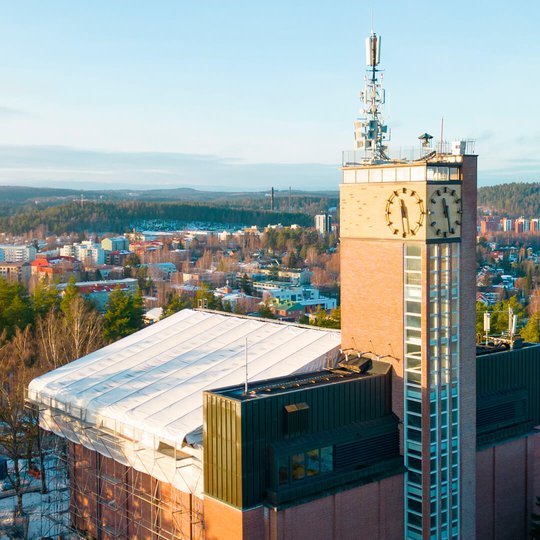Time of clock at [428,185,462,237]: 11:26
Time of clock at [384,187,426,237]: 11:28
